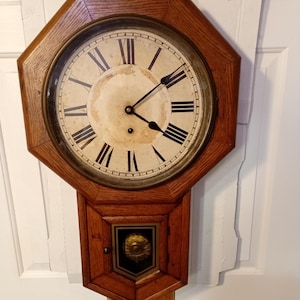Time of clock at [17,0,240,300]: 4:08
